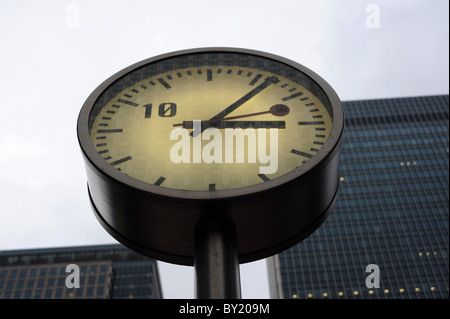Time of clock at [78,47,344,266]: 3:06
